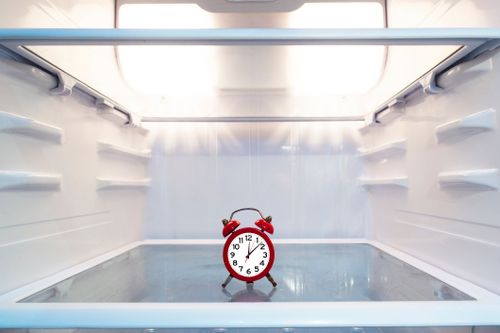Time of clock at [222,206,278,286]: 12:08
